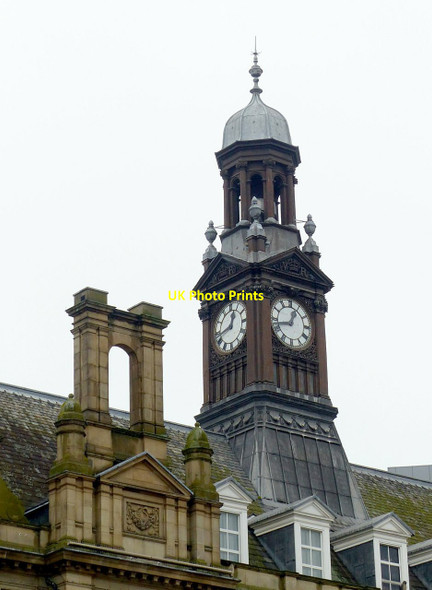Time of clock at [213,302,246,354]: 12:42
